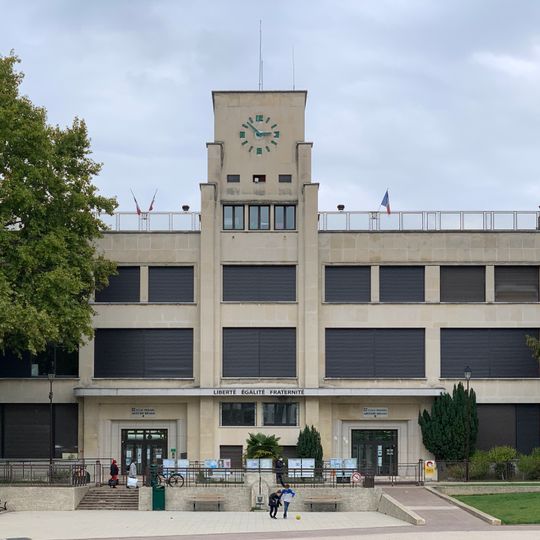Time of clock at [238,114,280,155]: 2:52
